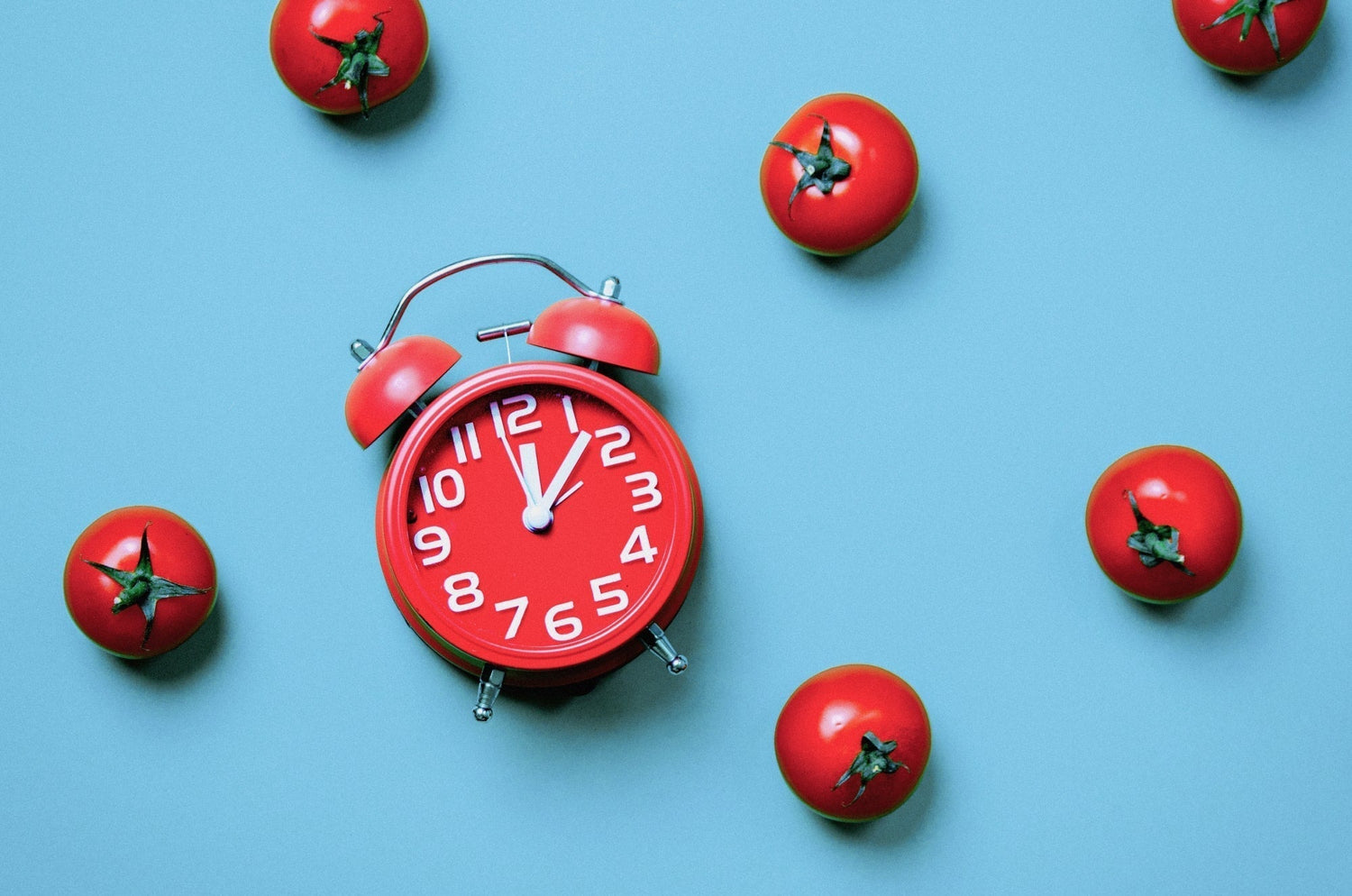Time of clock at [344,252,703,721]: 12:07
